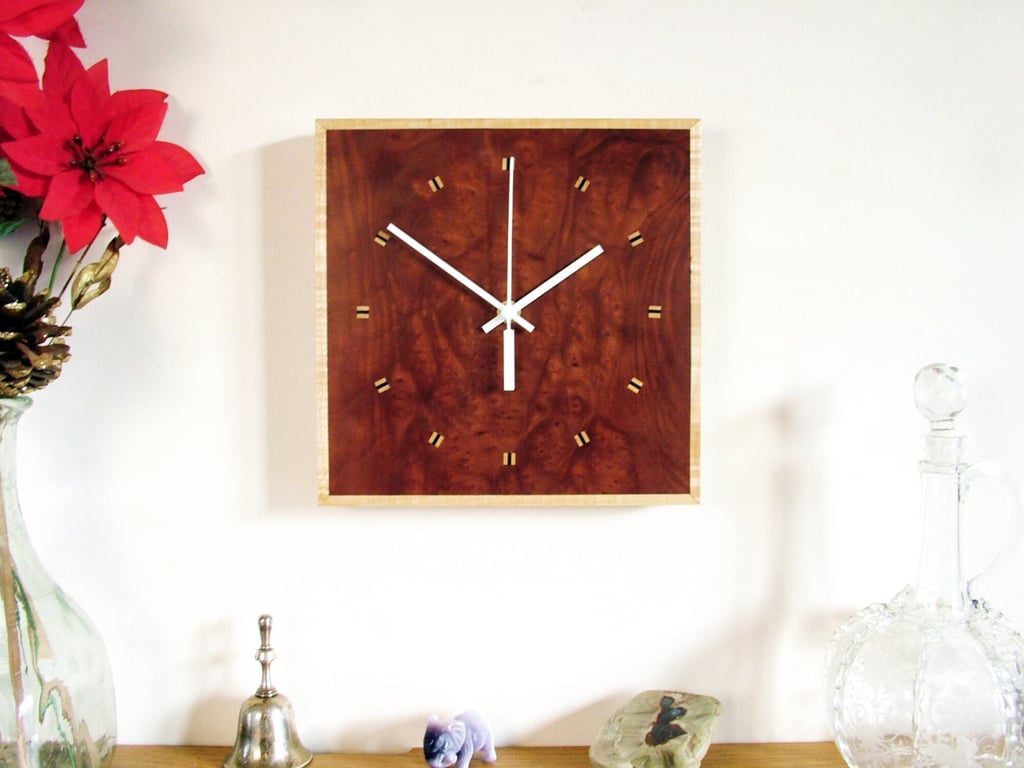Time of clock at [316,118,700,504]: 1:50
